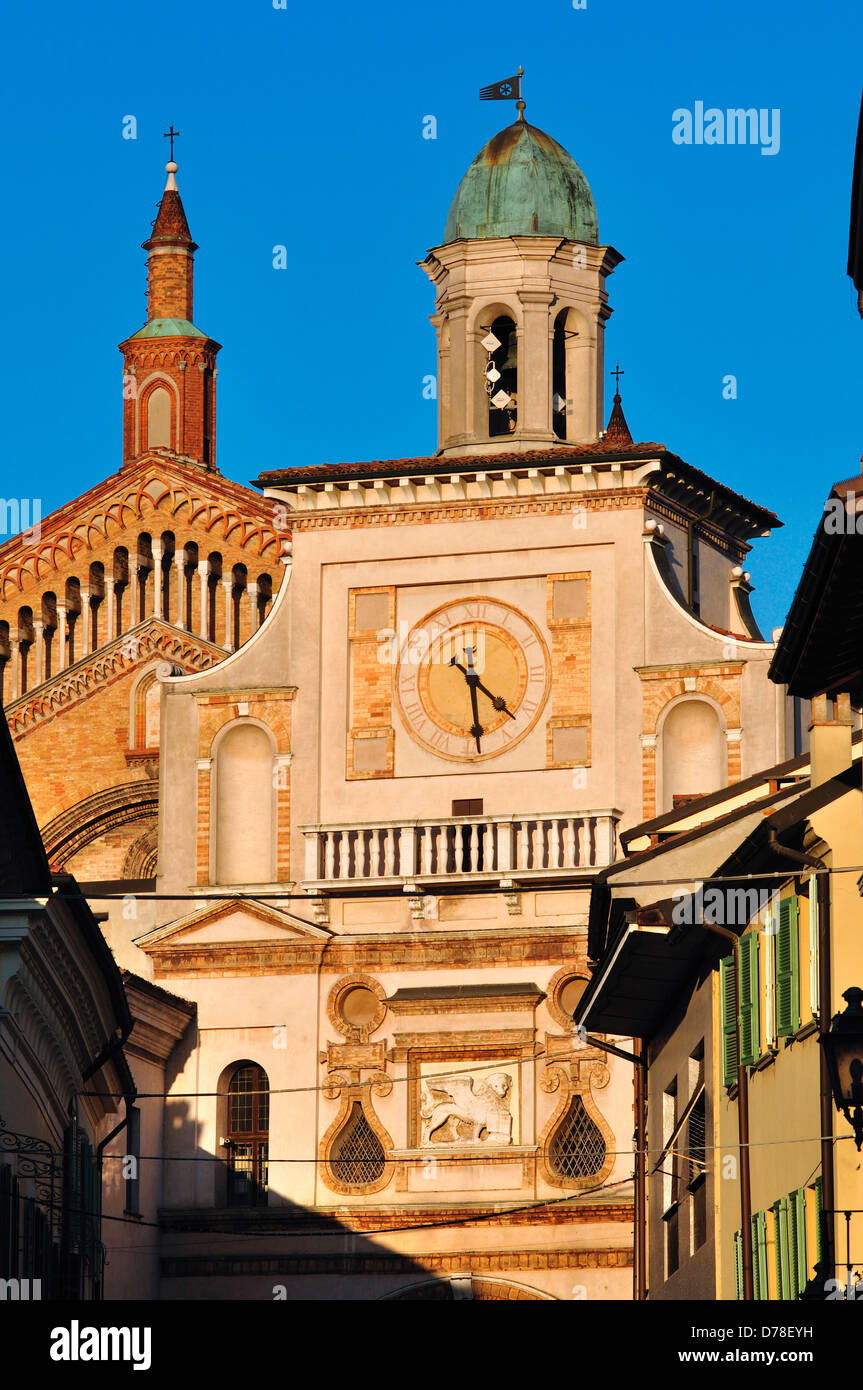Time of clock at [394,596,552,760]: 4:29
